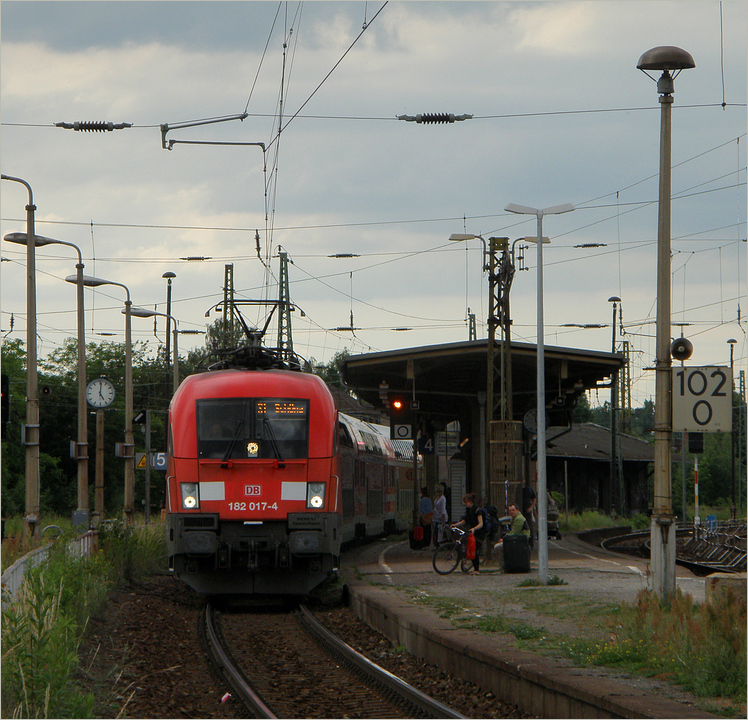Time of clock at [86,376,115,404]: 5:01
